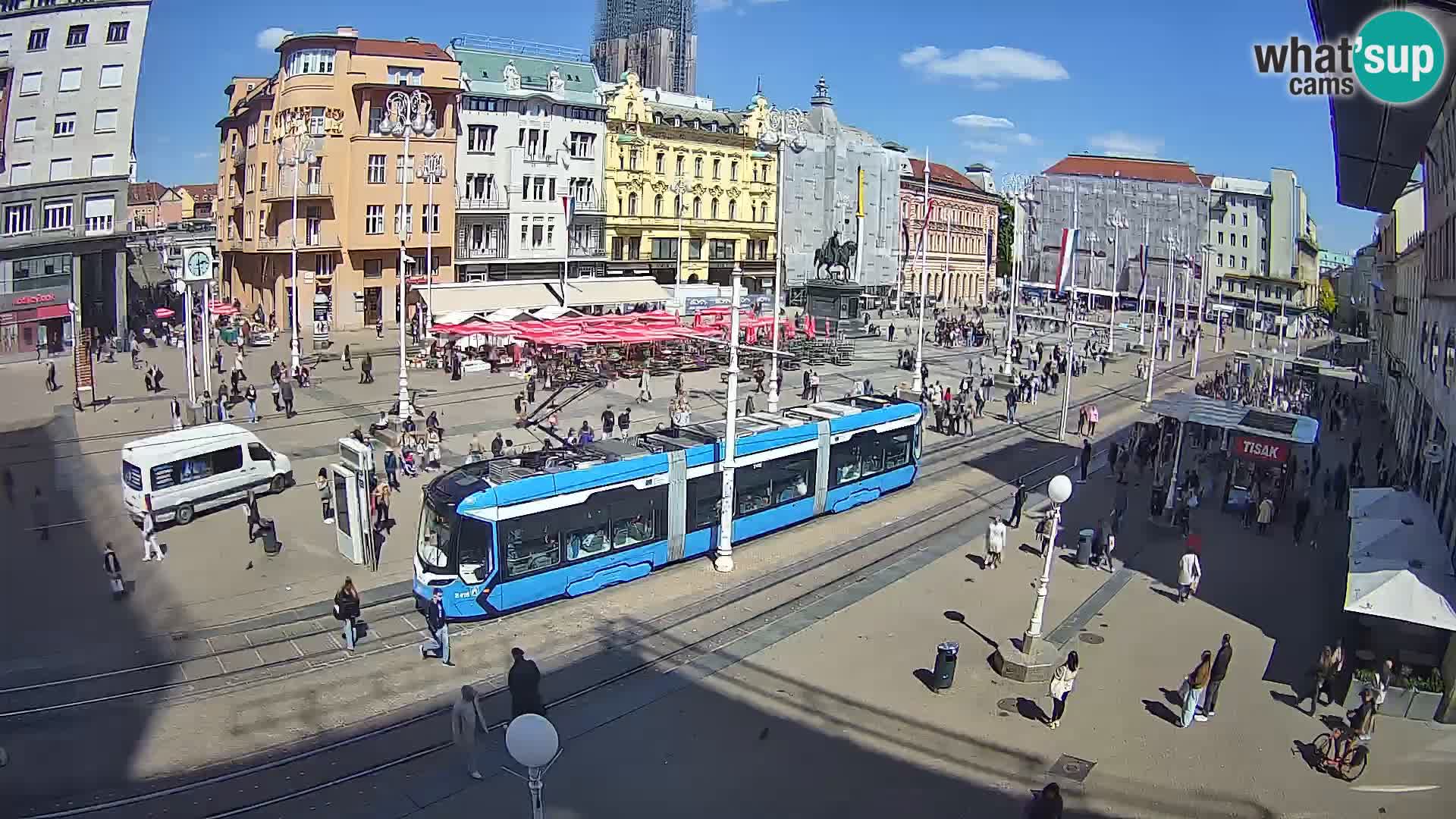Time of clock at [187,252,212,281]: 2:29
